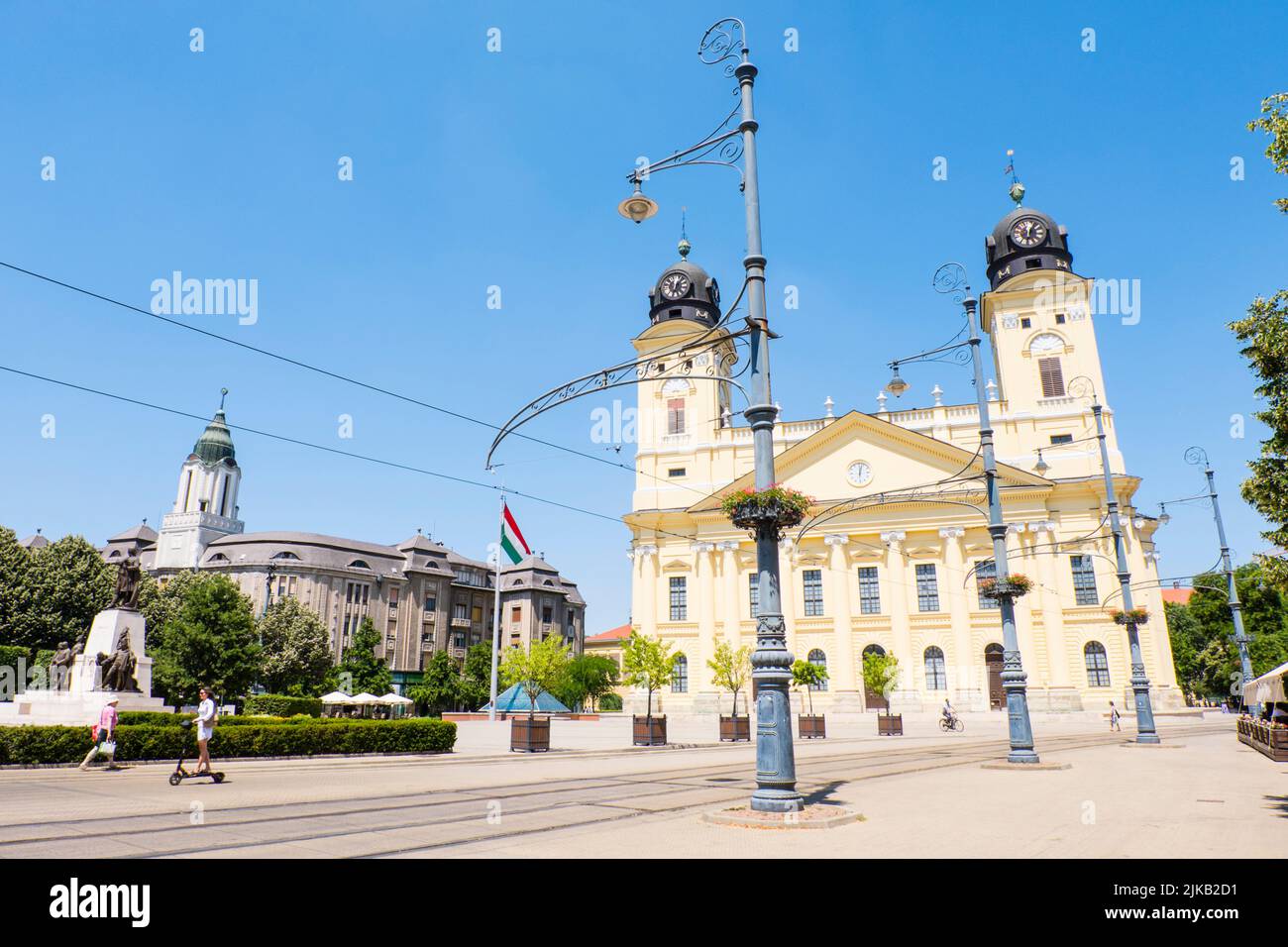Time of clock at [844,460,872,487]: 12:02
